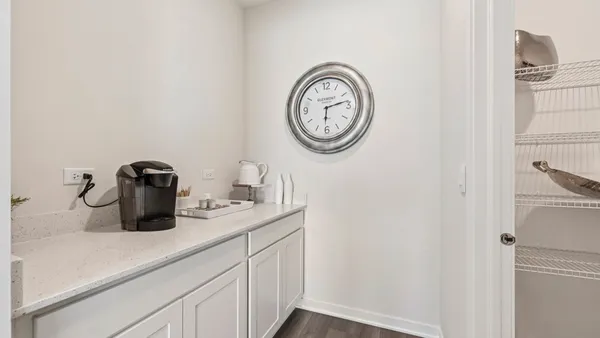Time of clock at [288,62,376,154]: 6:13
